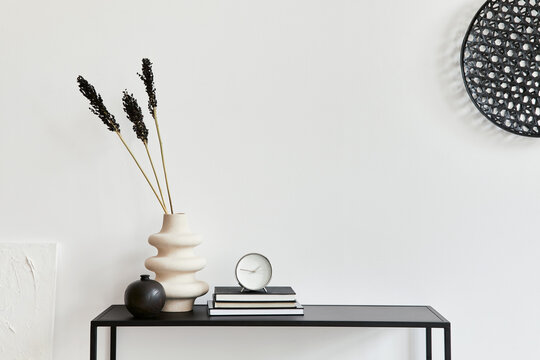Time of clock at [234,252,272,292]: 1:46
